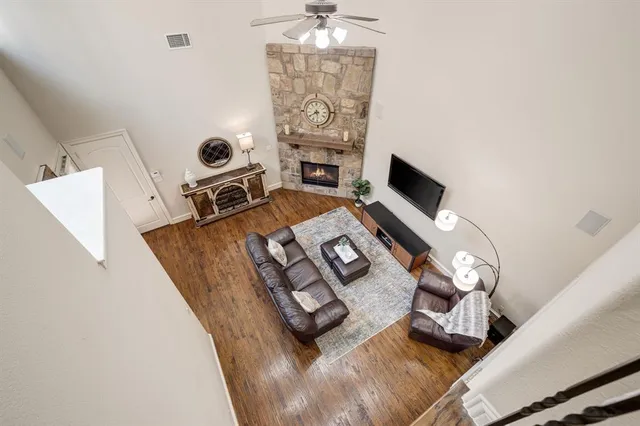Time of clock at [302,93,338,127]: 5:40
